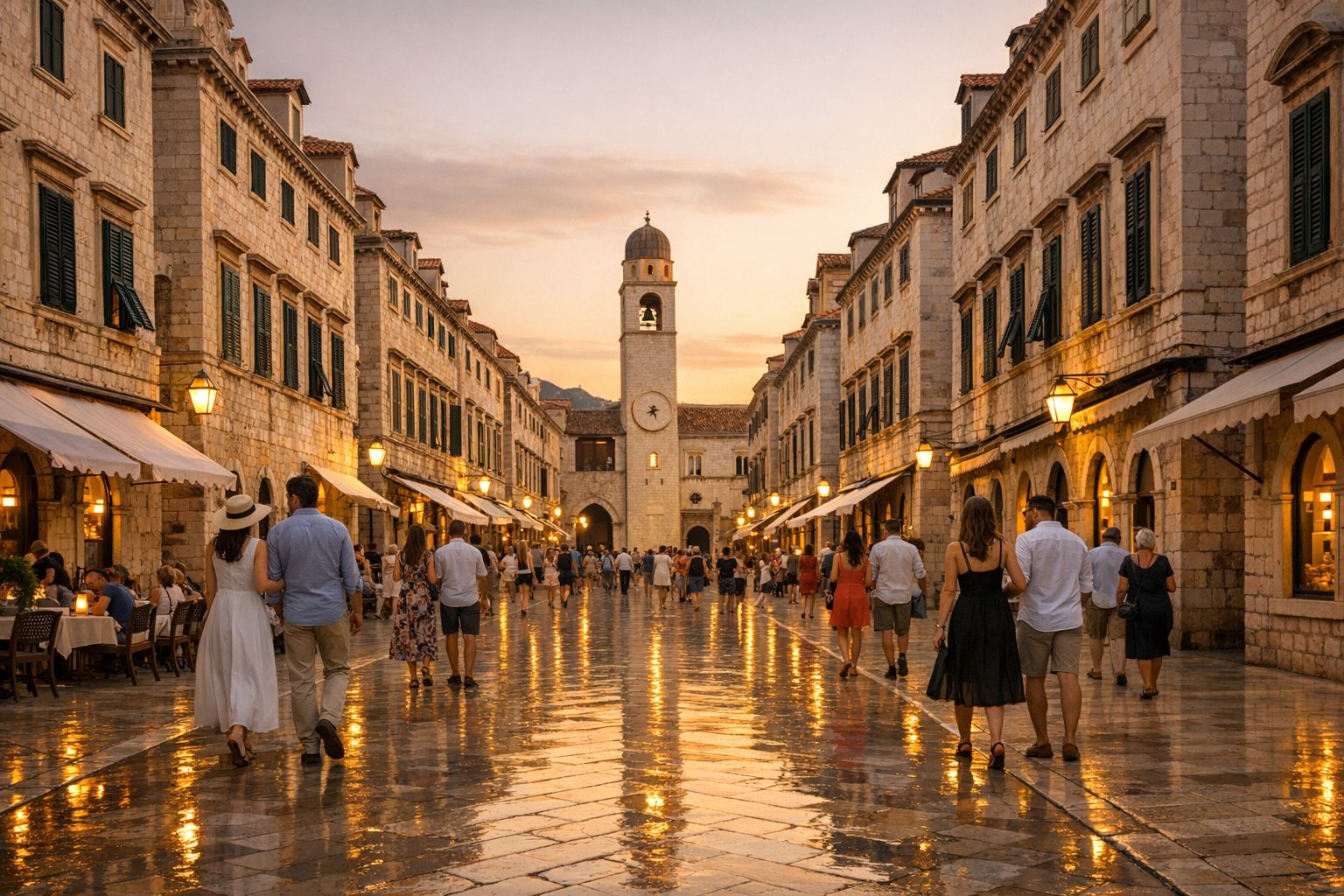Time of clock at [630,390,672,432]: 8:26
